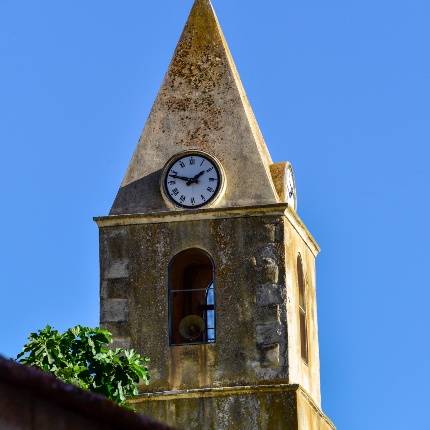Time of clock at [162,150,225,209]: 1:47
